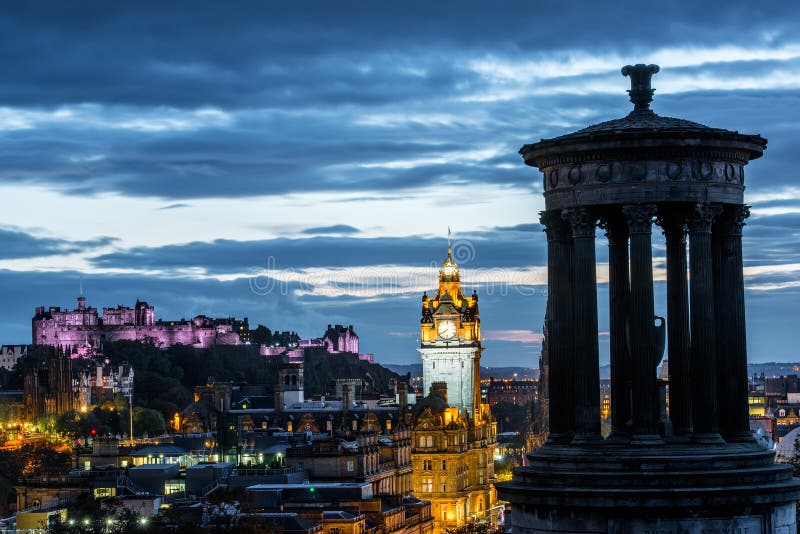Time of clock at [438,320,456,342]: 7:39
